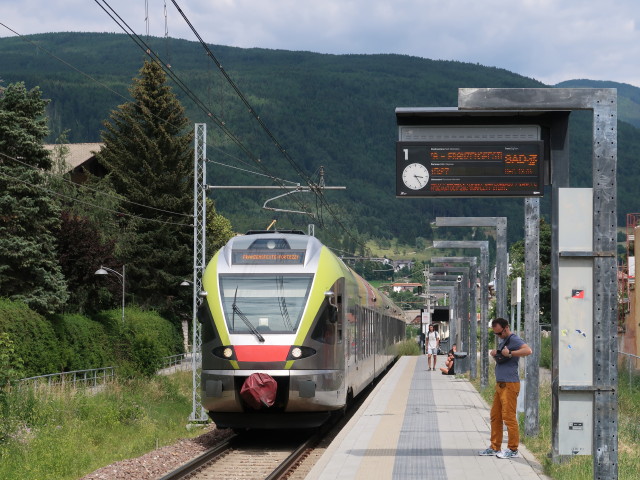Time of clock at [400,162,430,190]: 3:24
